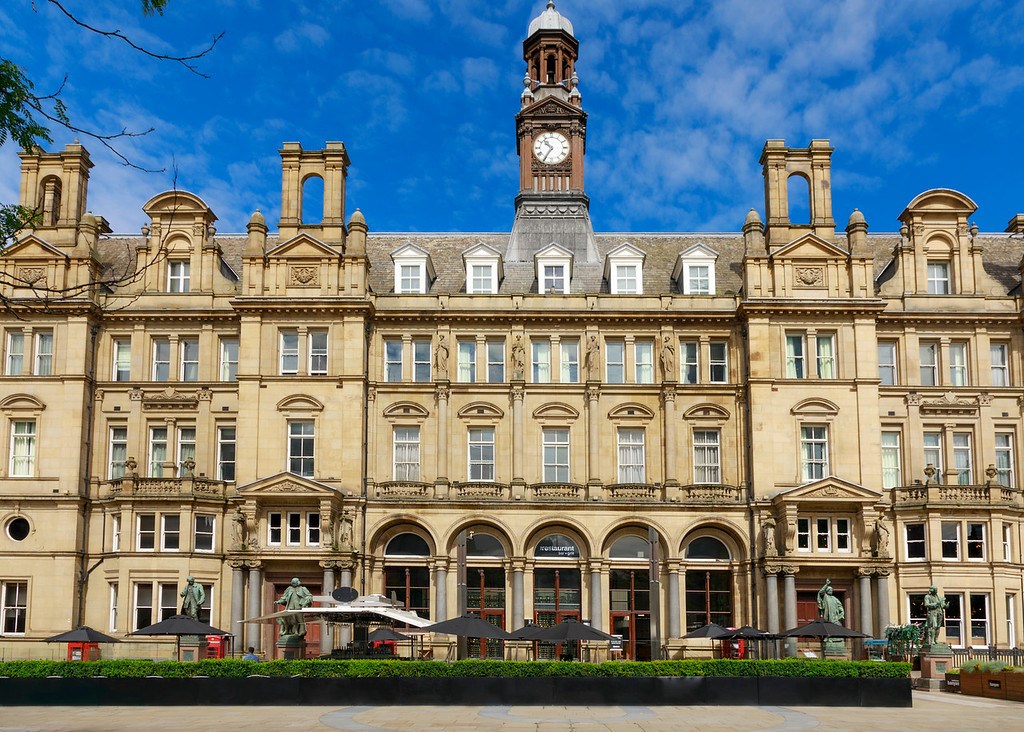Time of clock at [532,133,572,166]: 10:35
